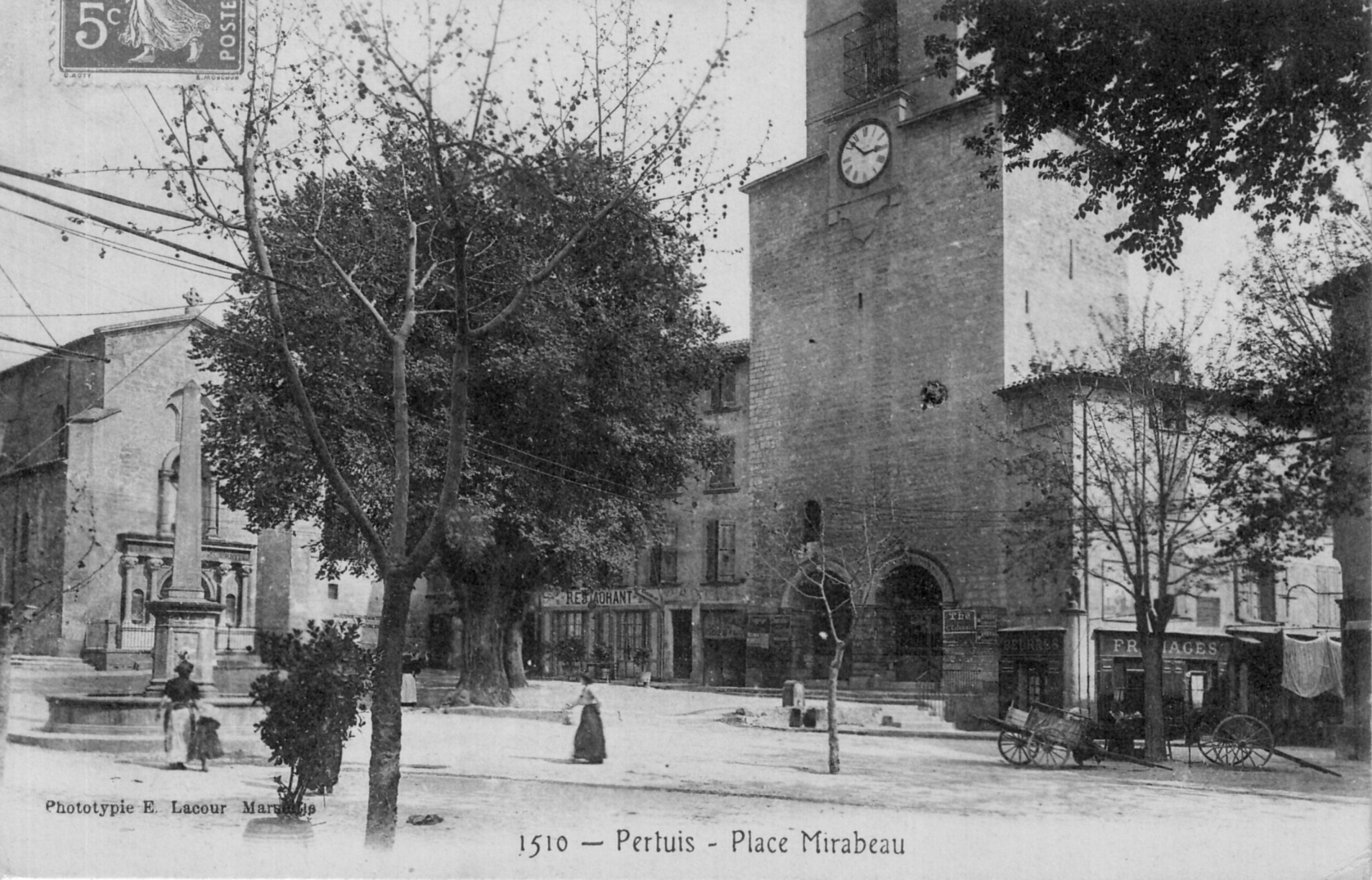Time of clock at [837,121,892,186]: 2:52
